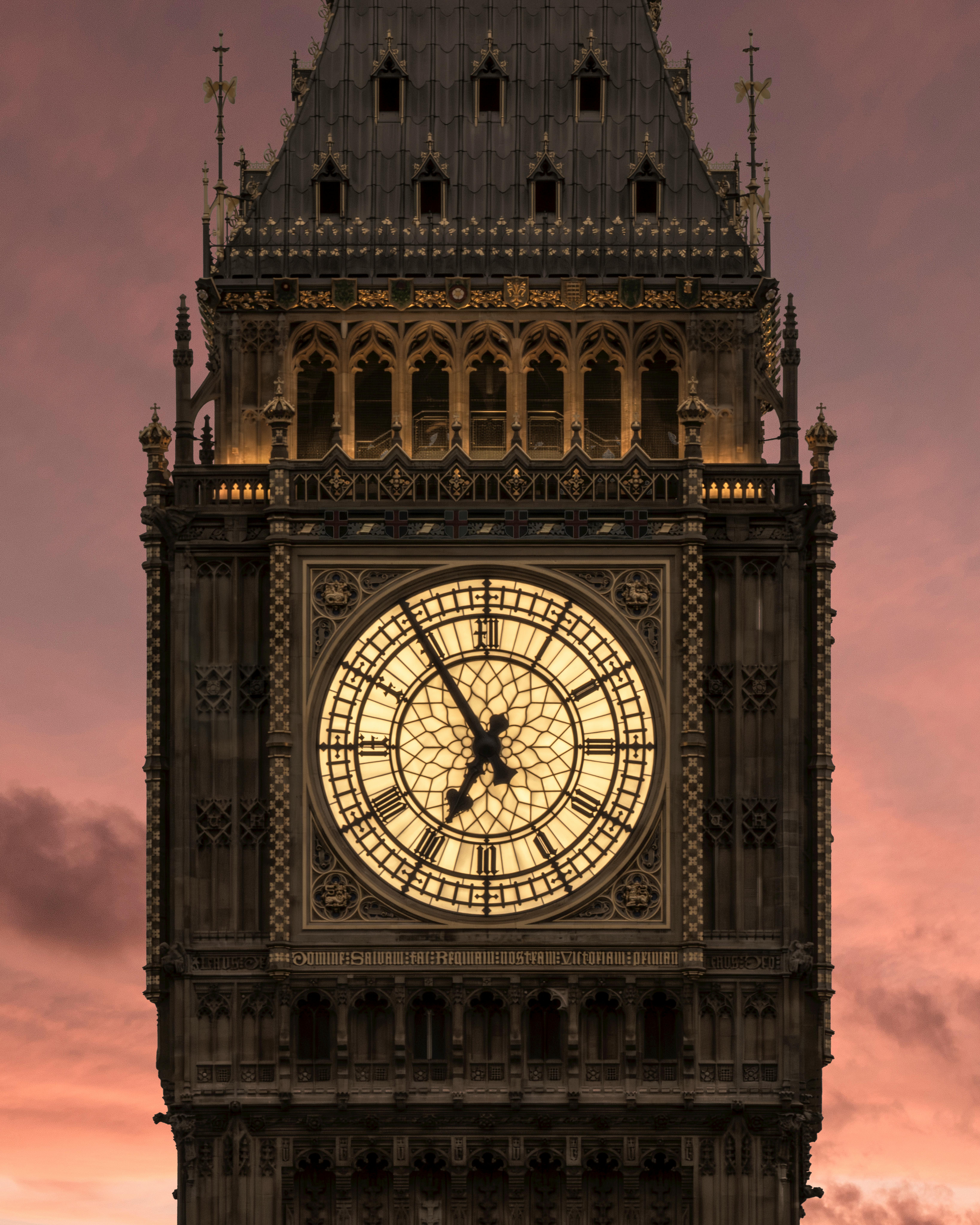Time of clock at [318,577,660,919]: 6:54
